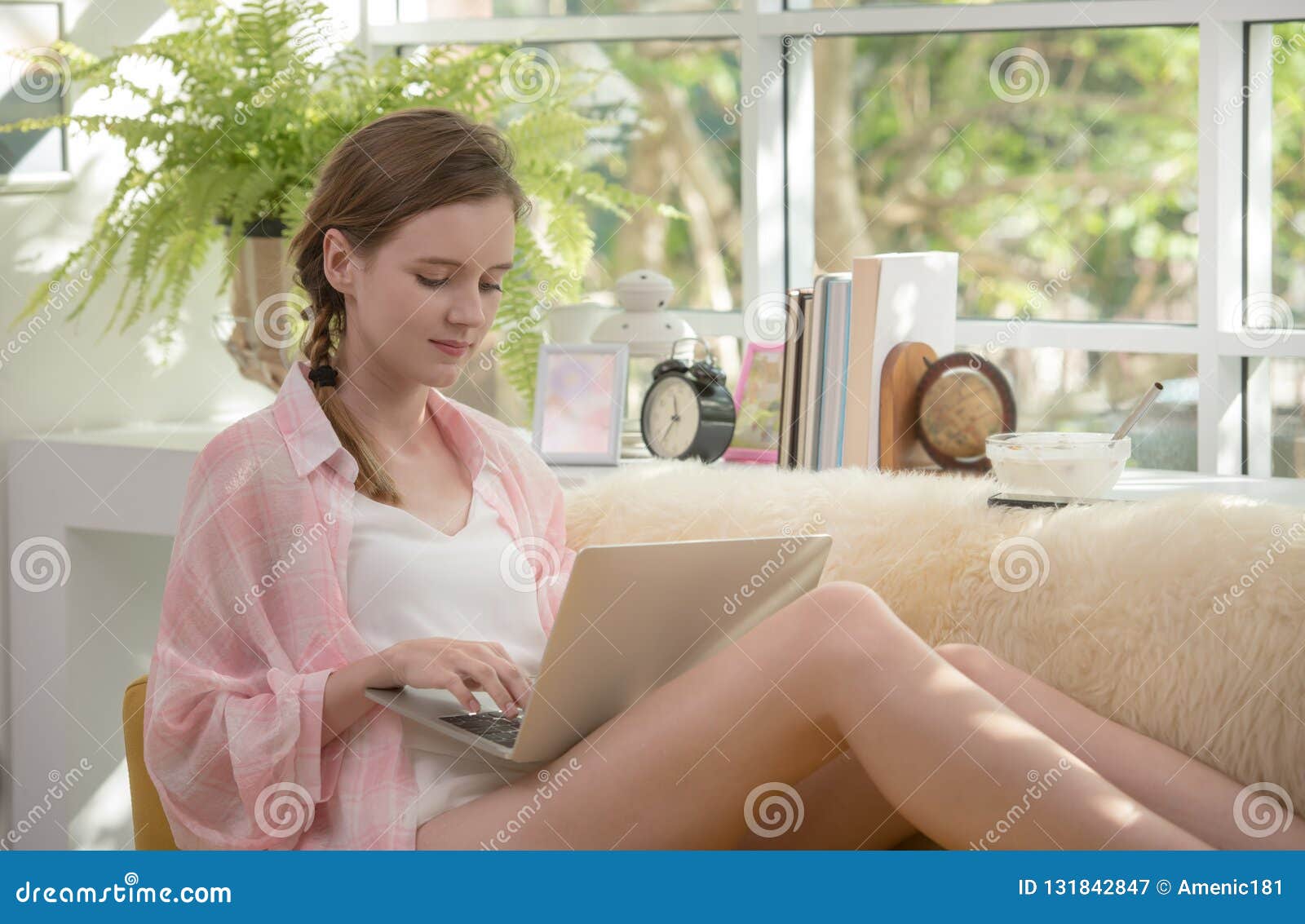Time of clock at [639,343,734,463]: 11:35
